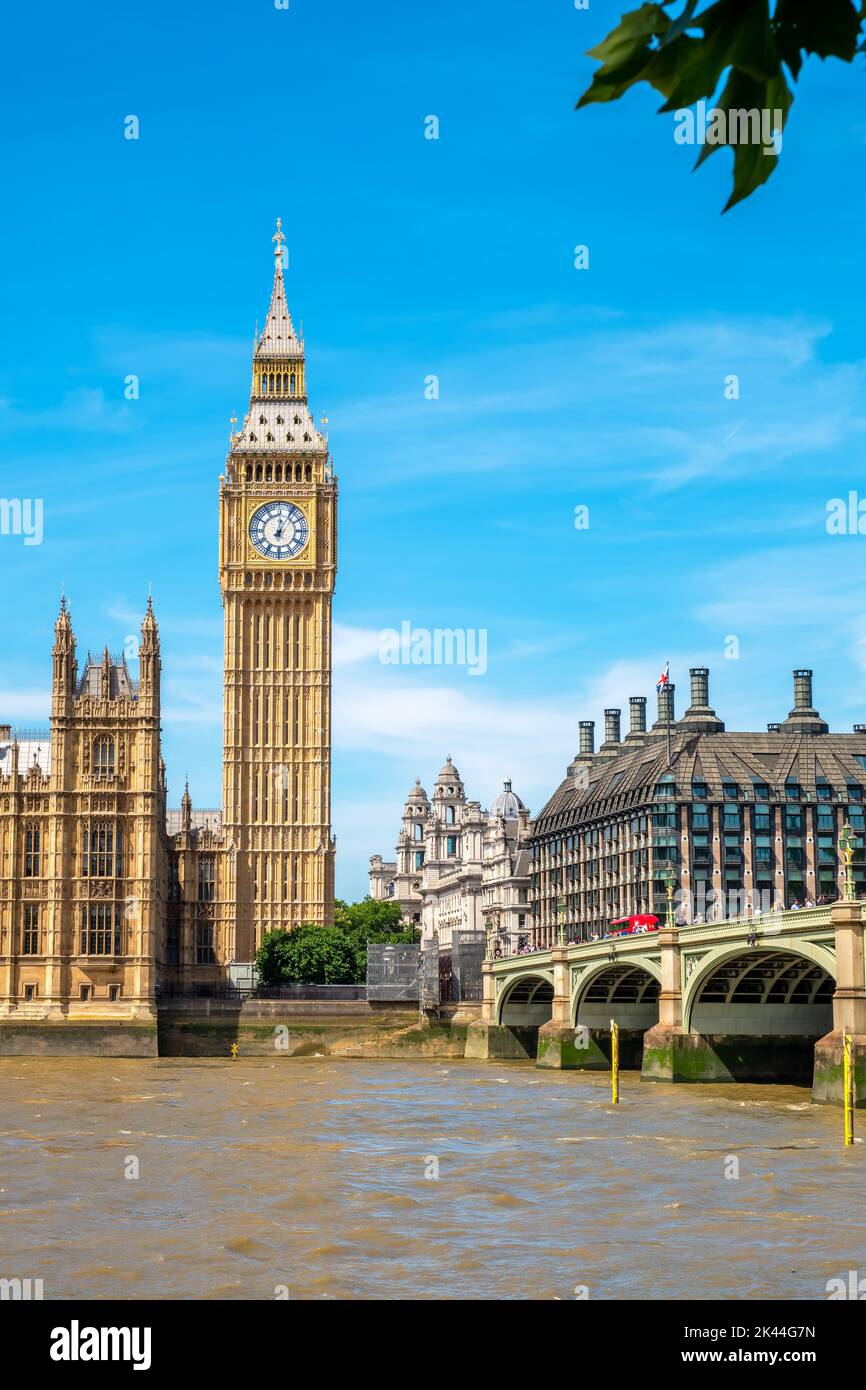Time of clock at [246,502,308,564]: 12:05
